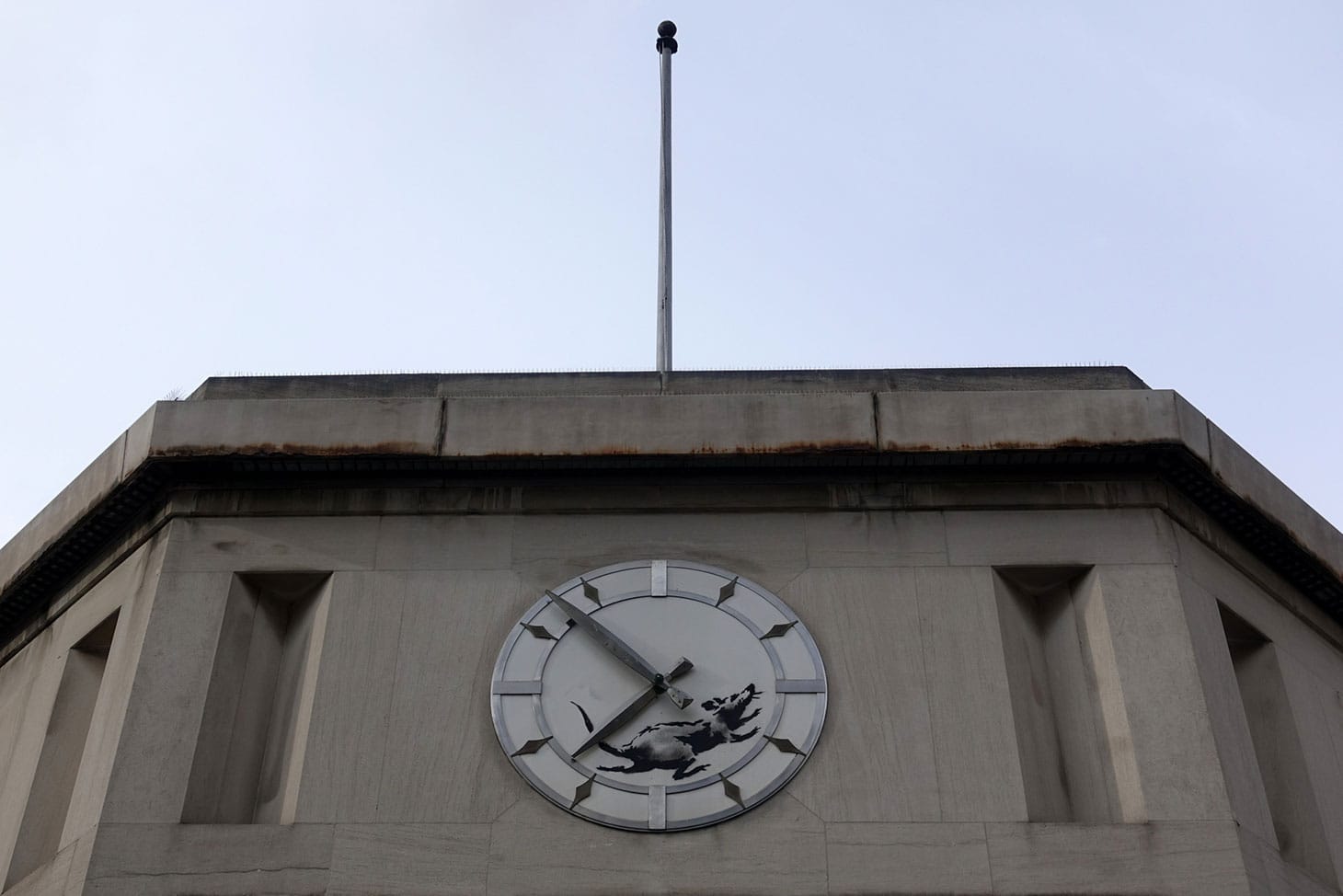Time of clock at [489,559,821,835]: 10:37
